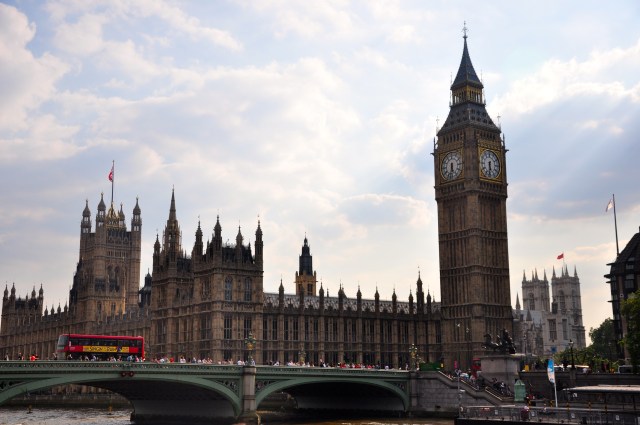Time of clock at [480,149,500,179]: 5:31
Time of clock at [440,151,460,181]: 5:32
